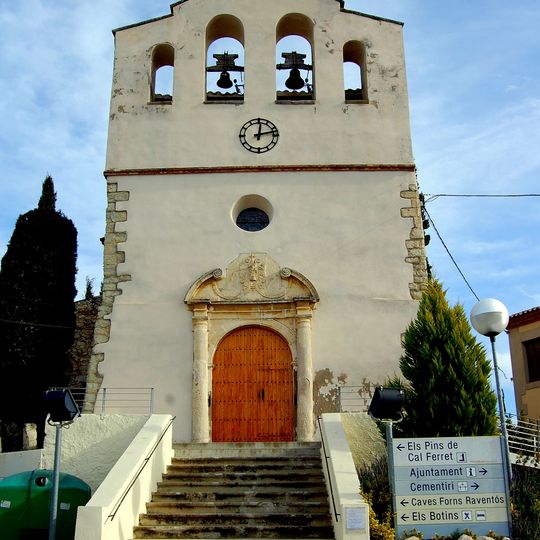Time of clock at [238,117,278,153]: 12:12
